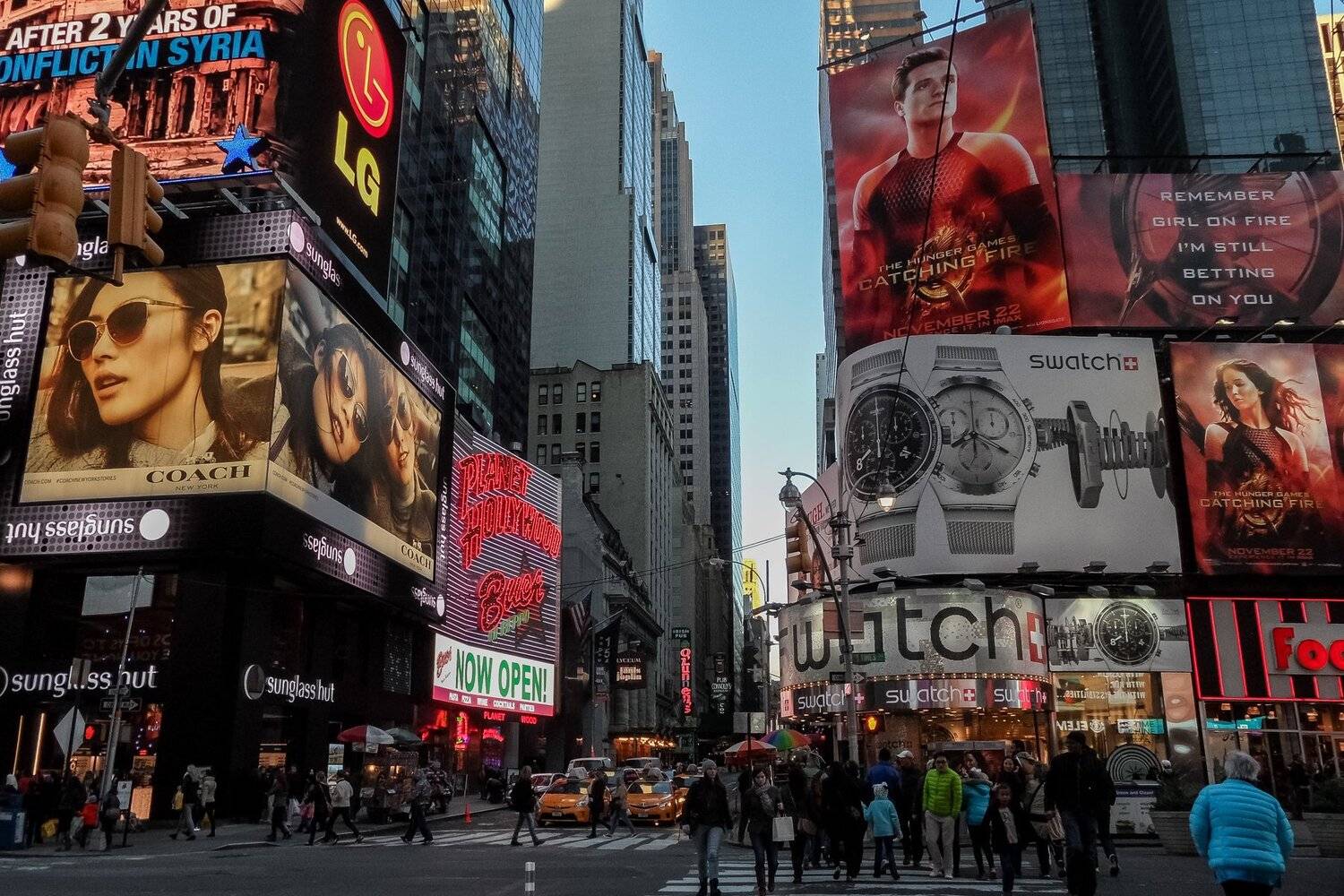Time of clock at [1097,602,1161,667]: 7:59
